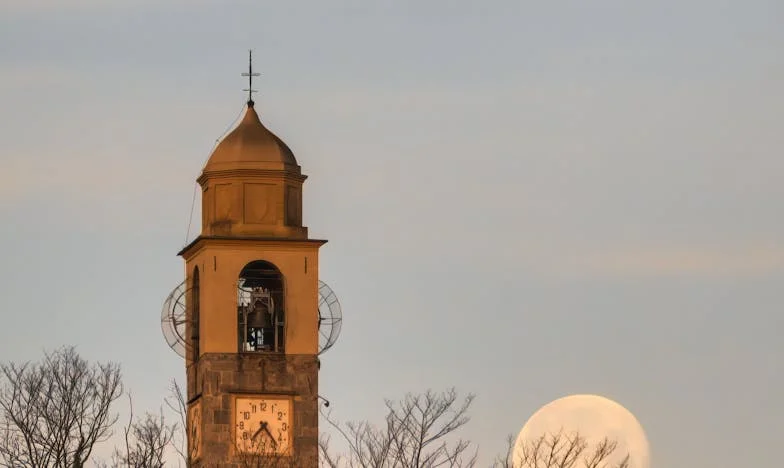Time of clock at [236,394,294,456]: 7:23
